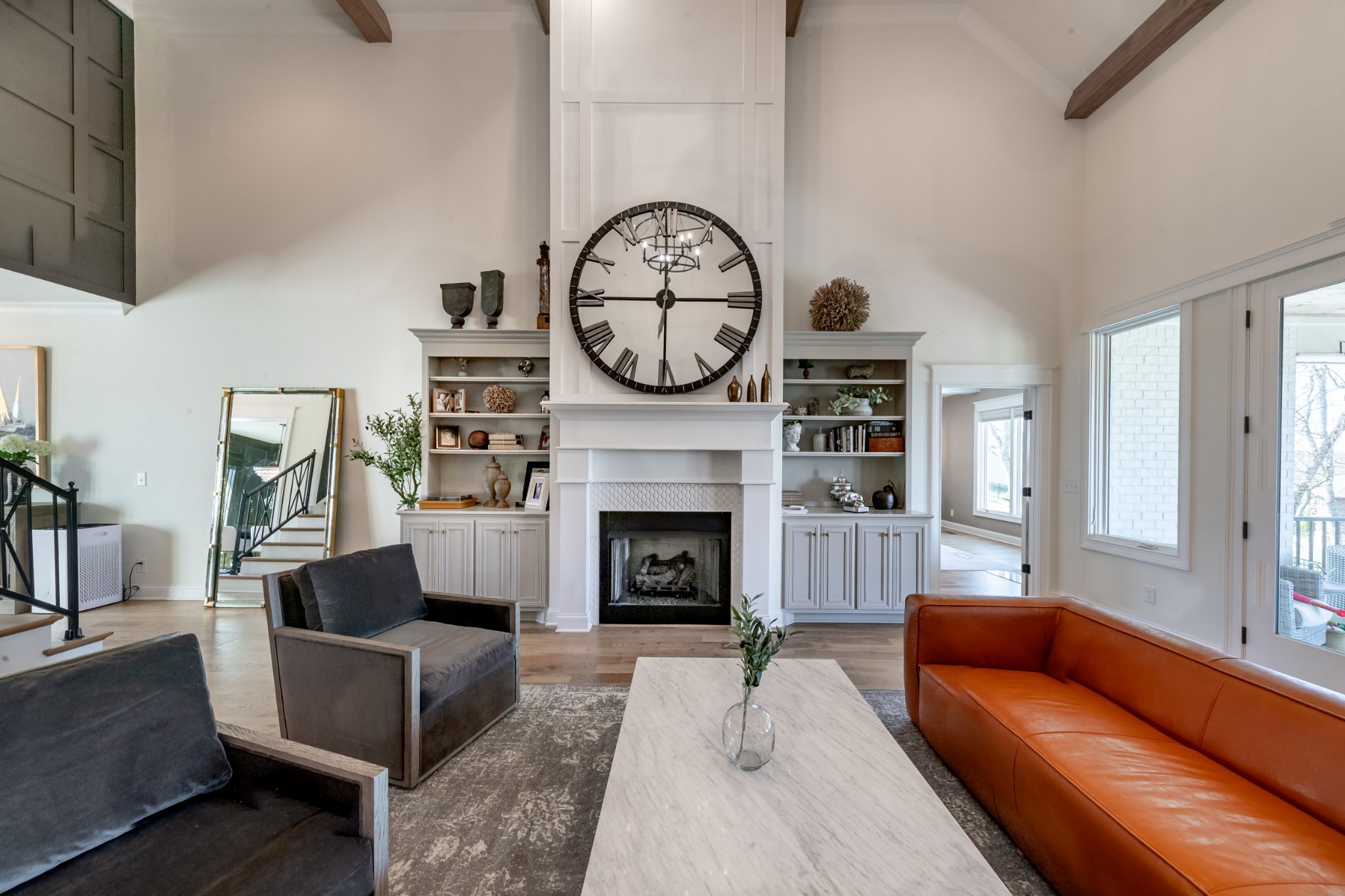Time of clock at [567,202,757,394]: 12:14
